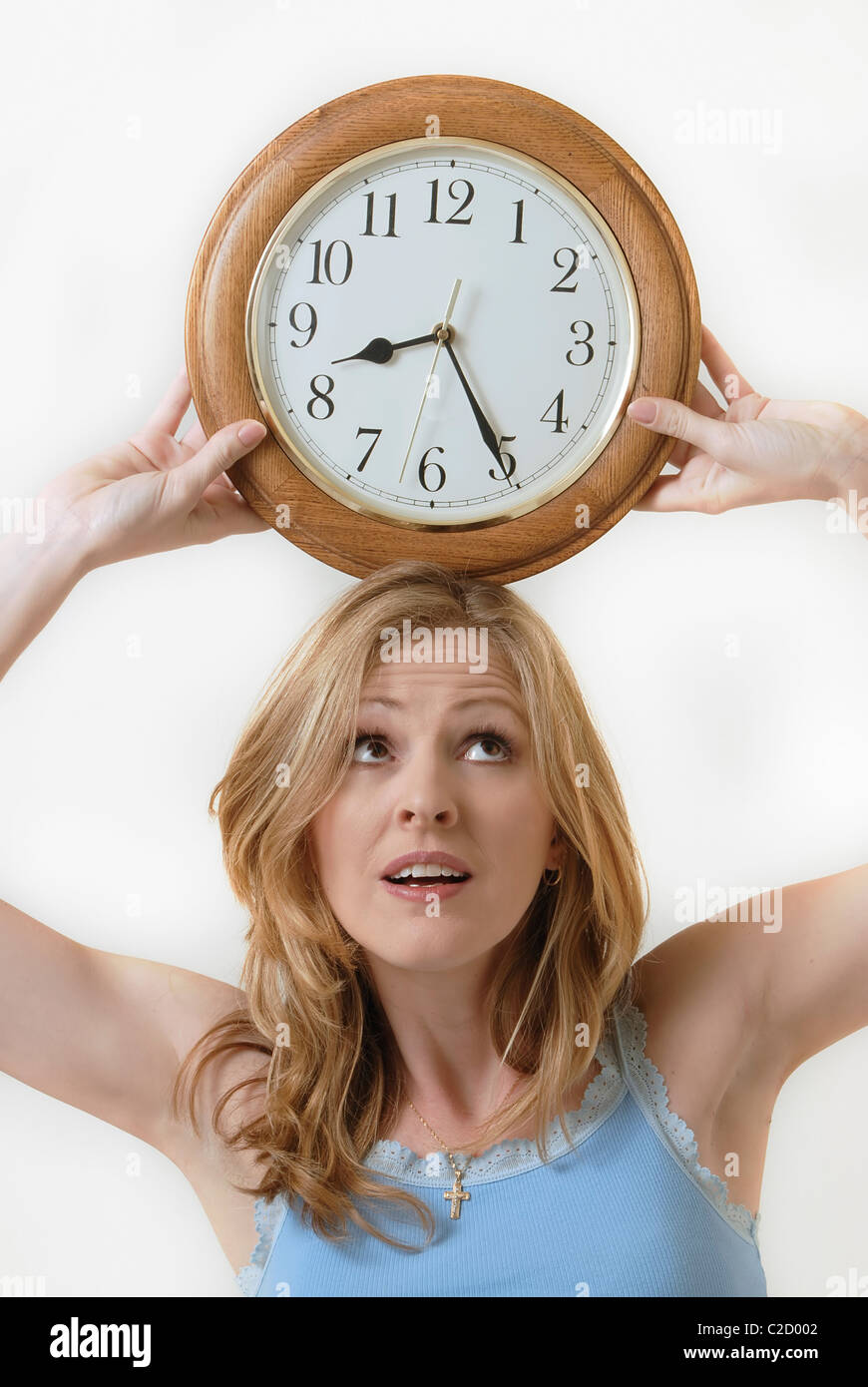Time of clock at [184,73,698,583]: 8:25
